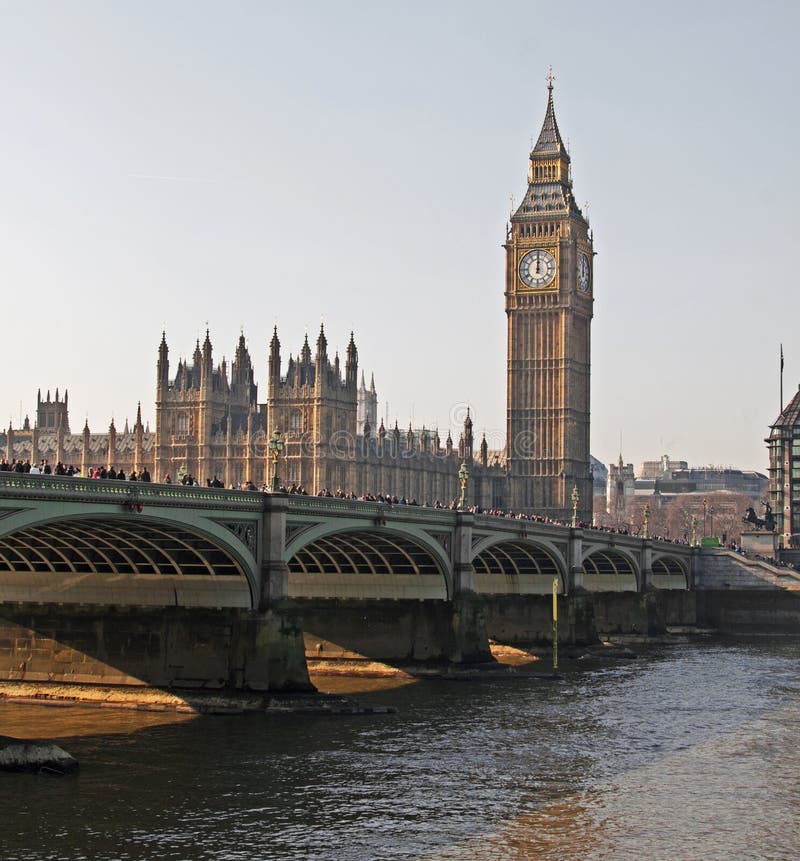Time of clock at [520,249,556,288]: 12:00
